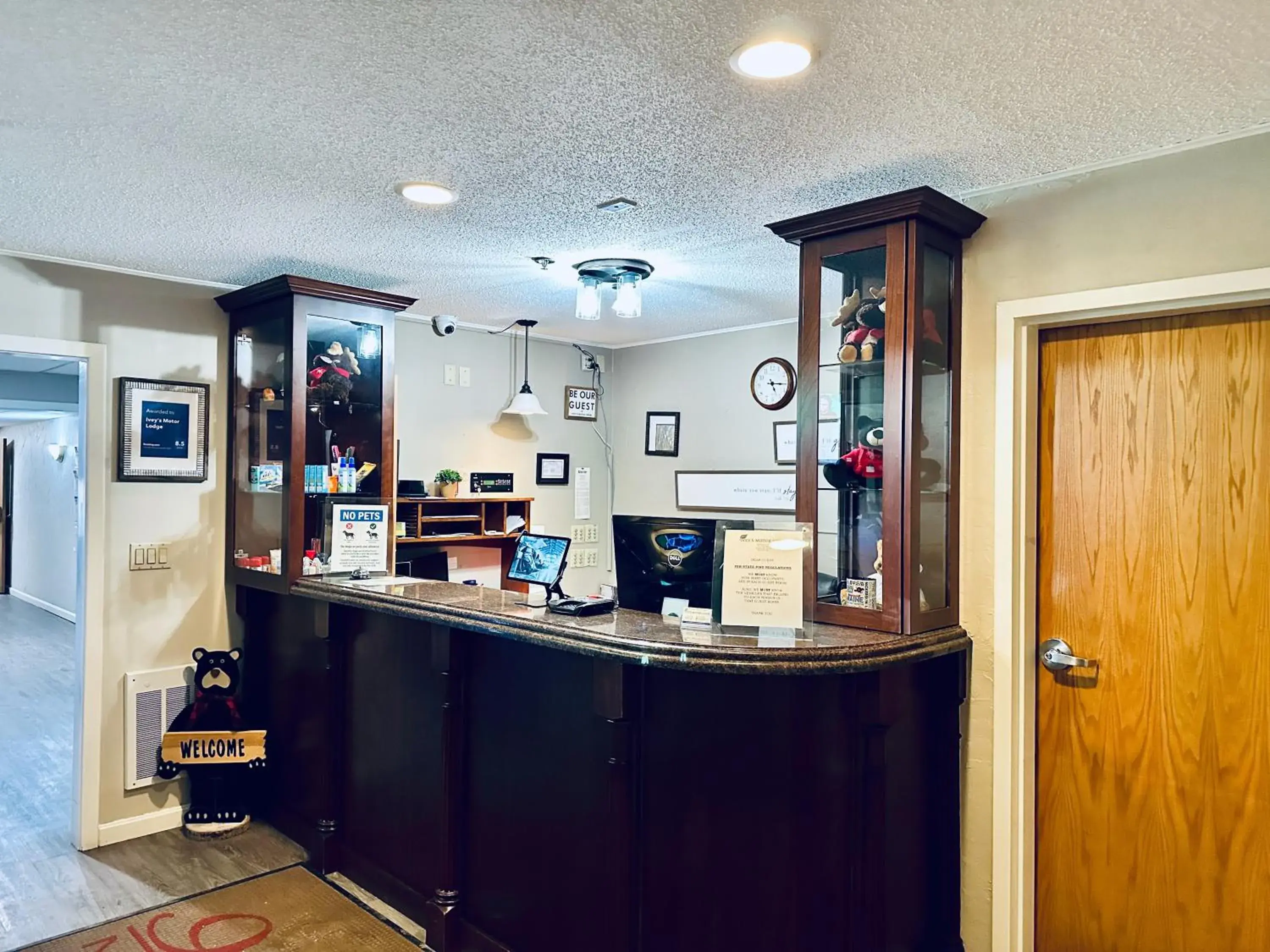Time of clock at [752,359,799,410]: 5:15
